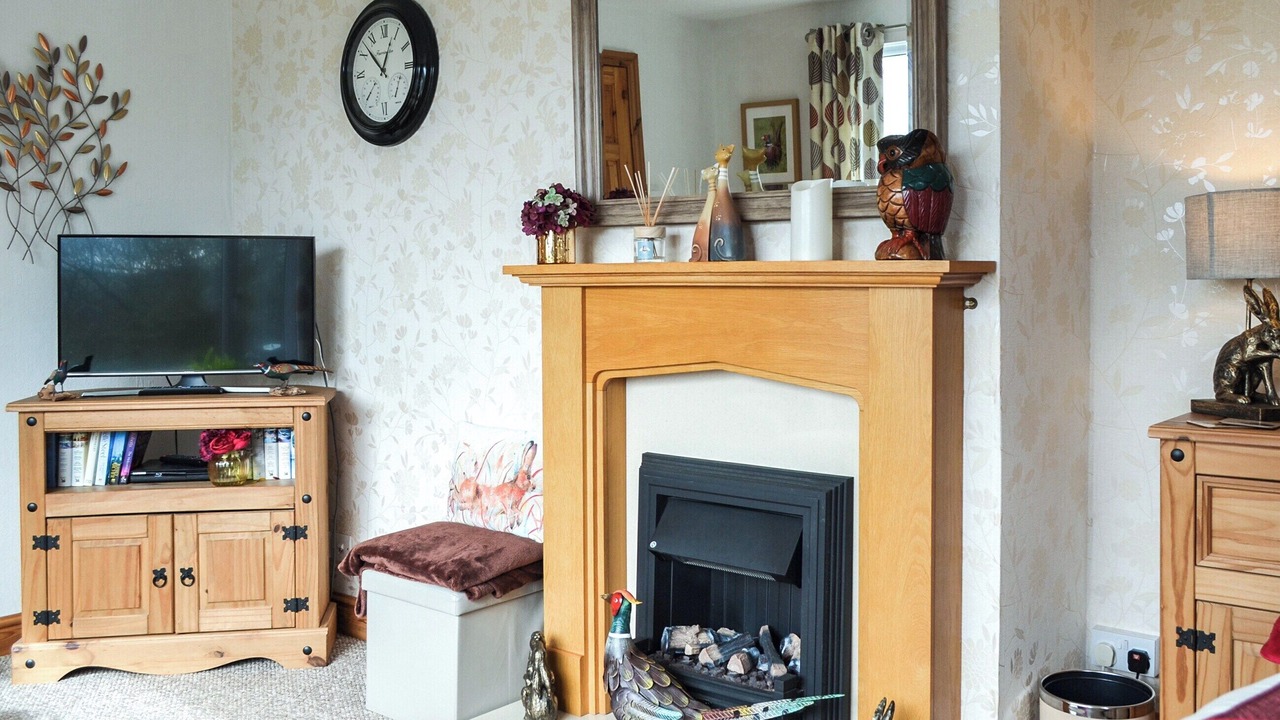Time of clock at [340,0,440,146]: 12:52
